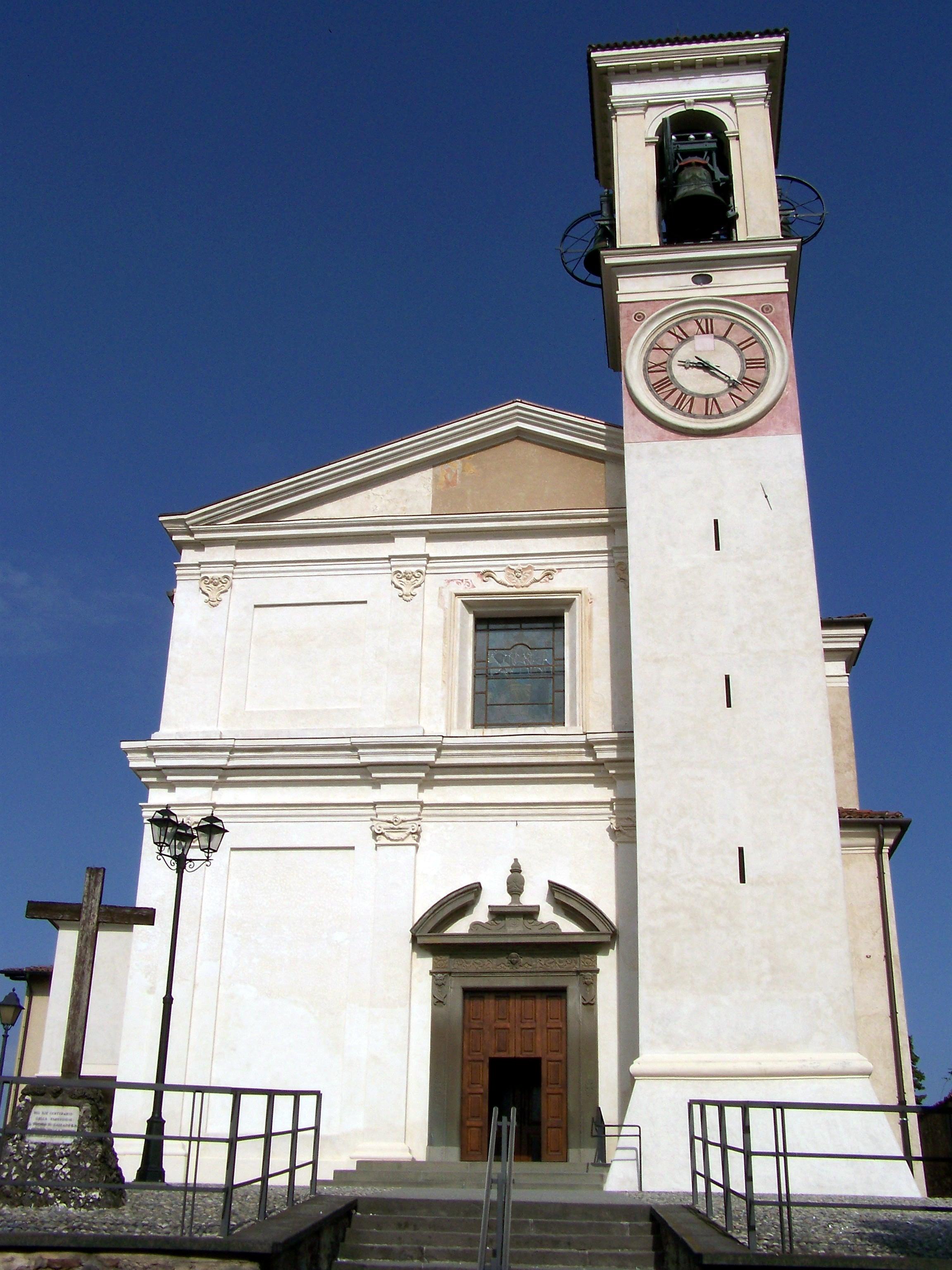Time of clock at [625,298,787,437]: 9:22
